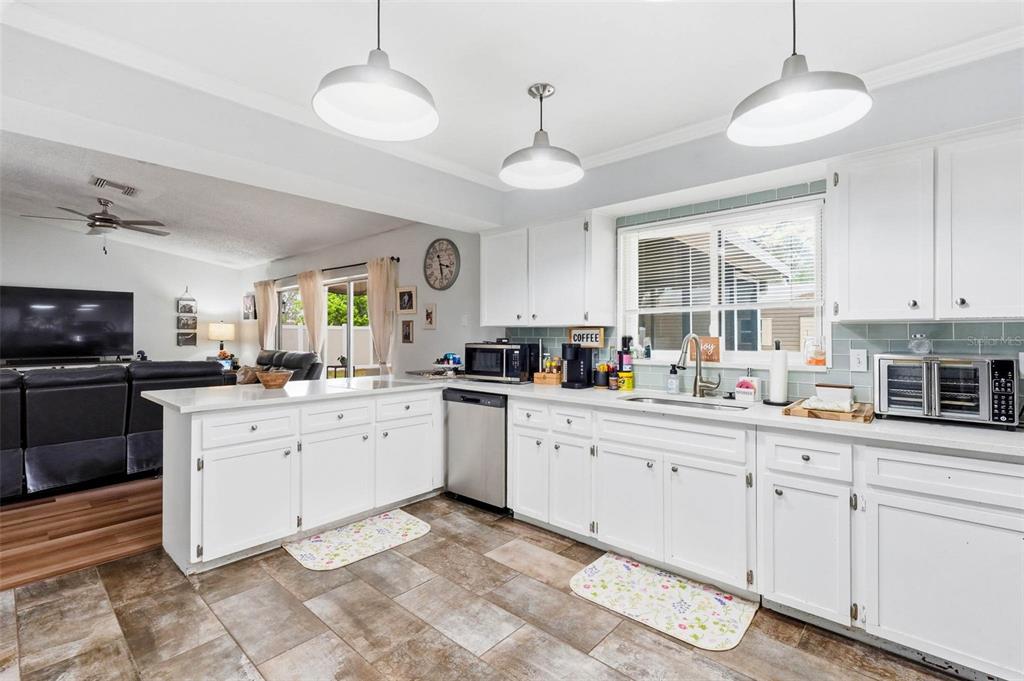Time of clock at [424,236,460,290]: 3:28
